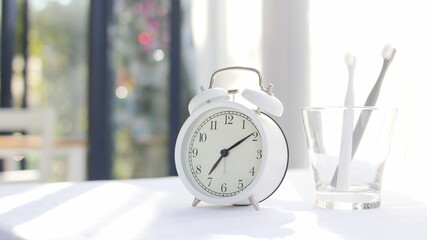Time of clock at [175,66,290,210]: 7:09
